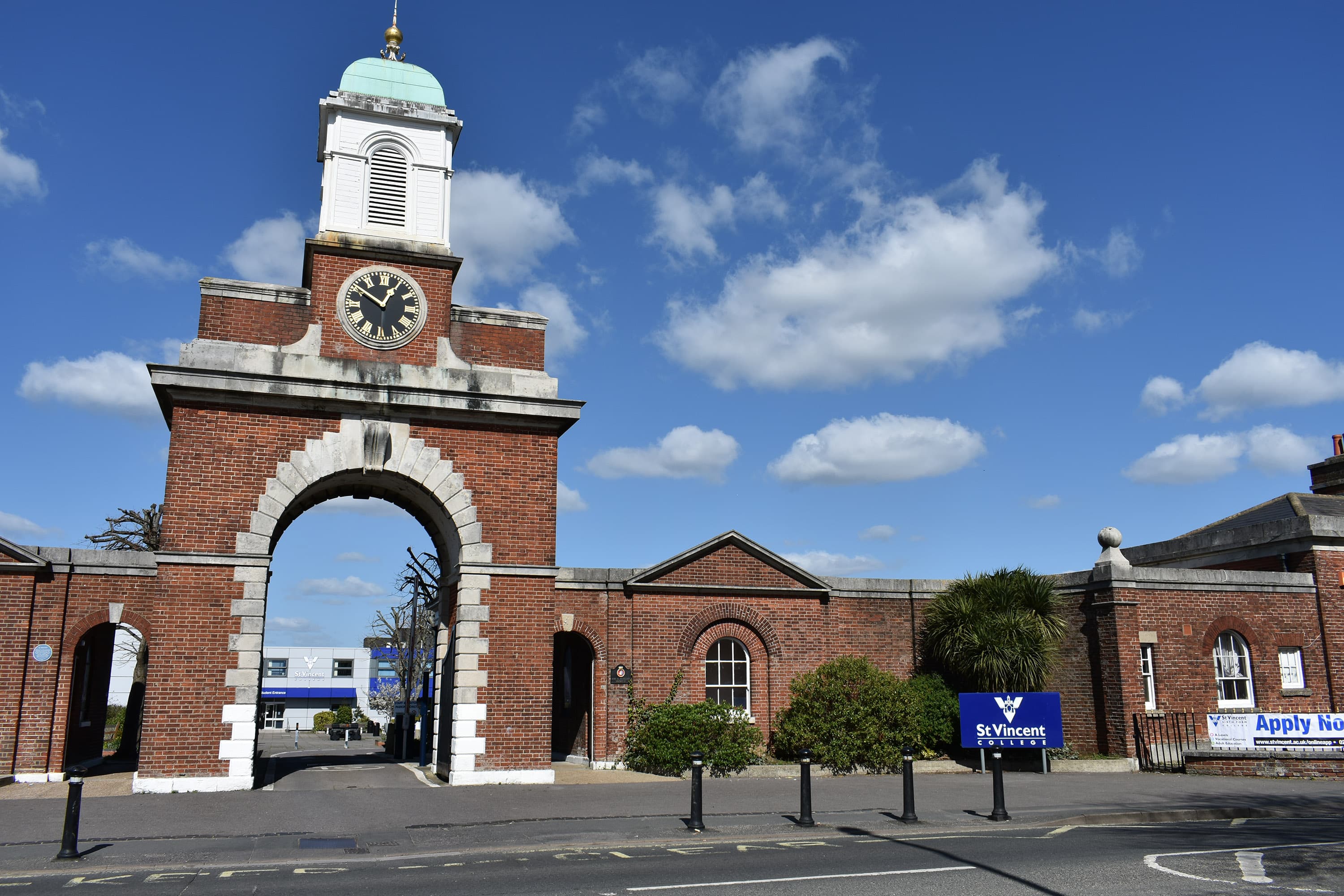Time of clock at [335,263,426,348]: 12:50
